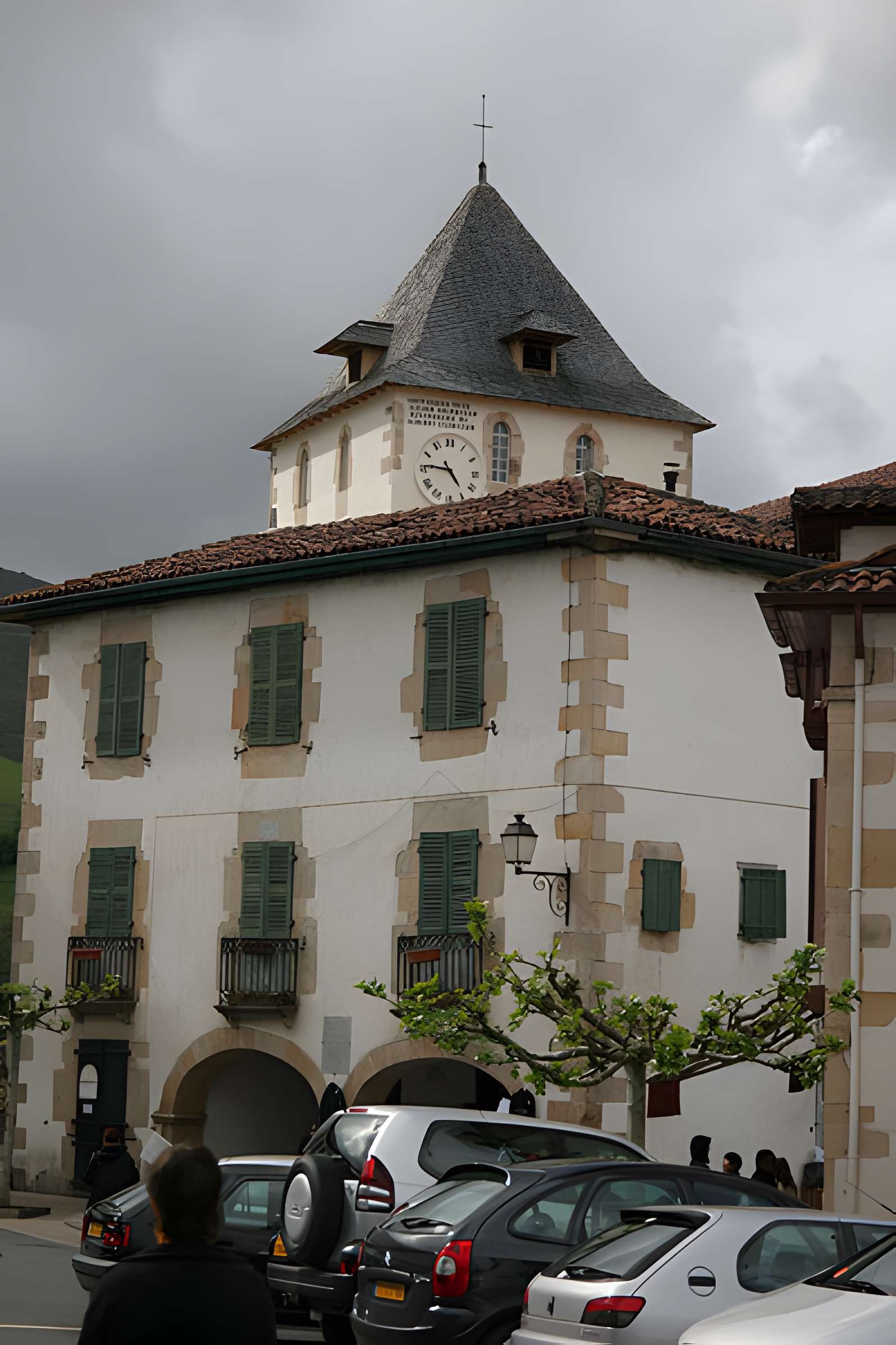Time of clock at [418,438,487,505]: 4:46
